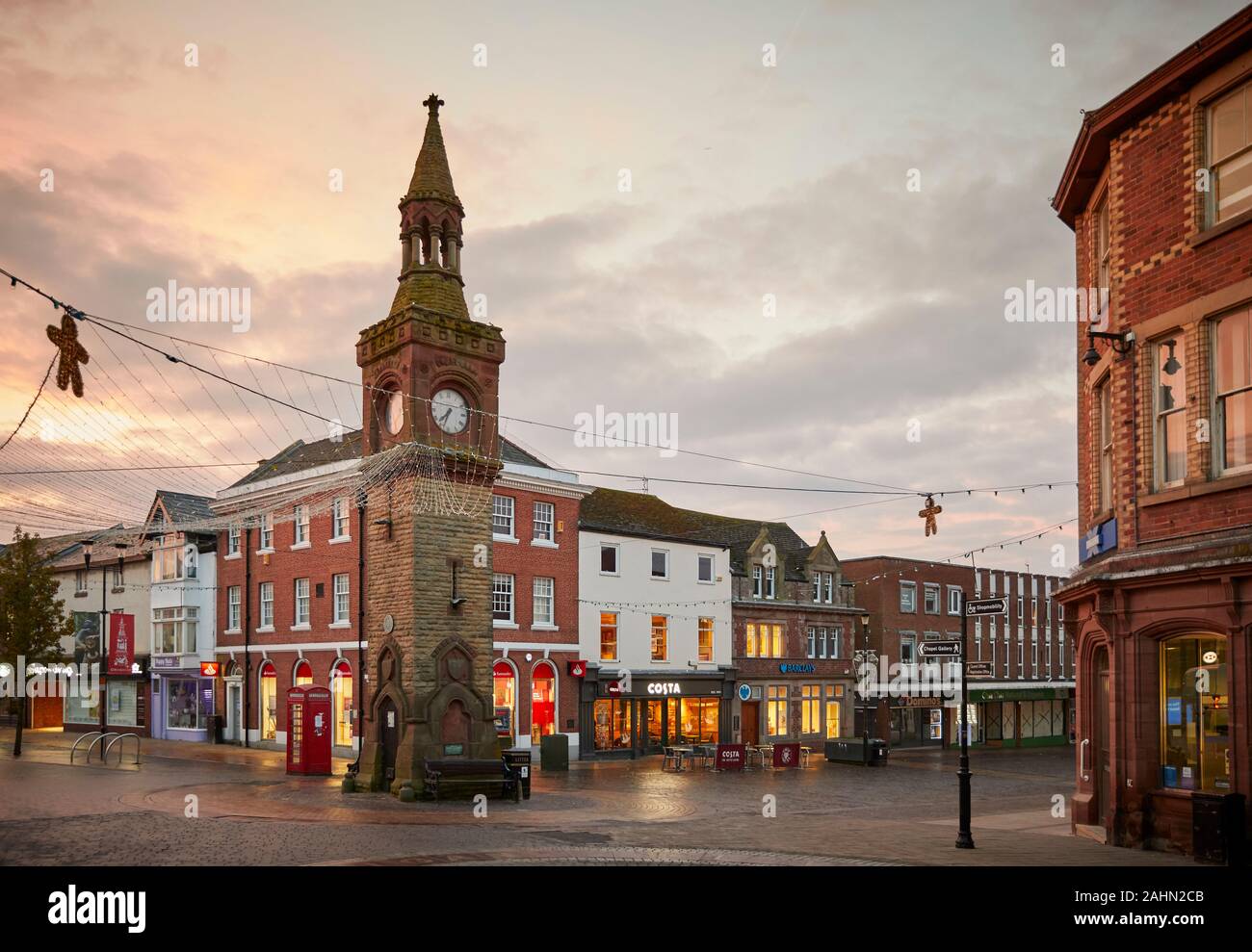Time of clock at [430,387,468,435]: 7:33
